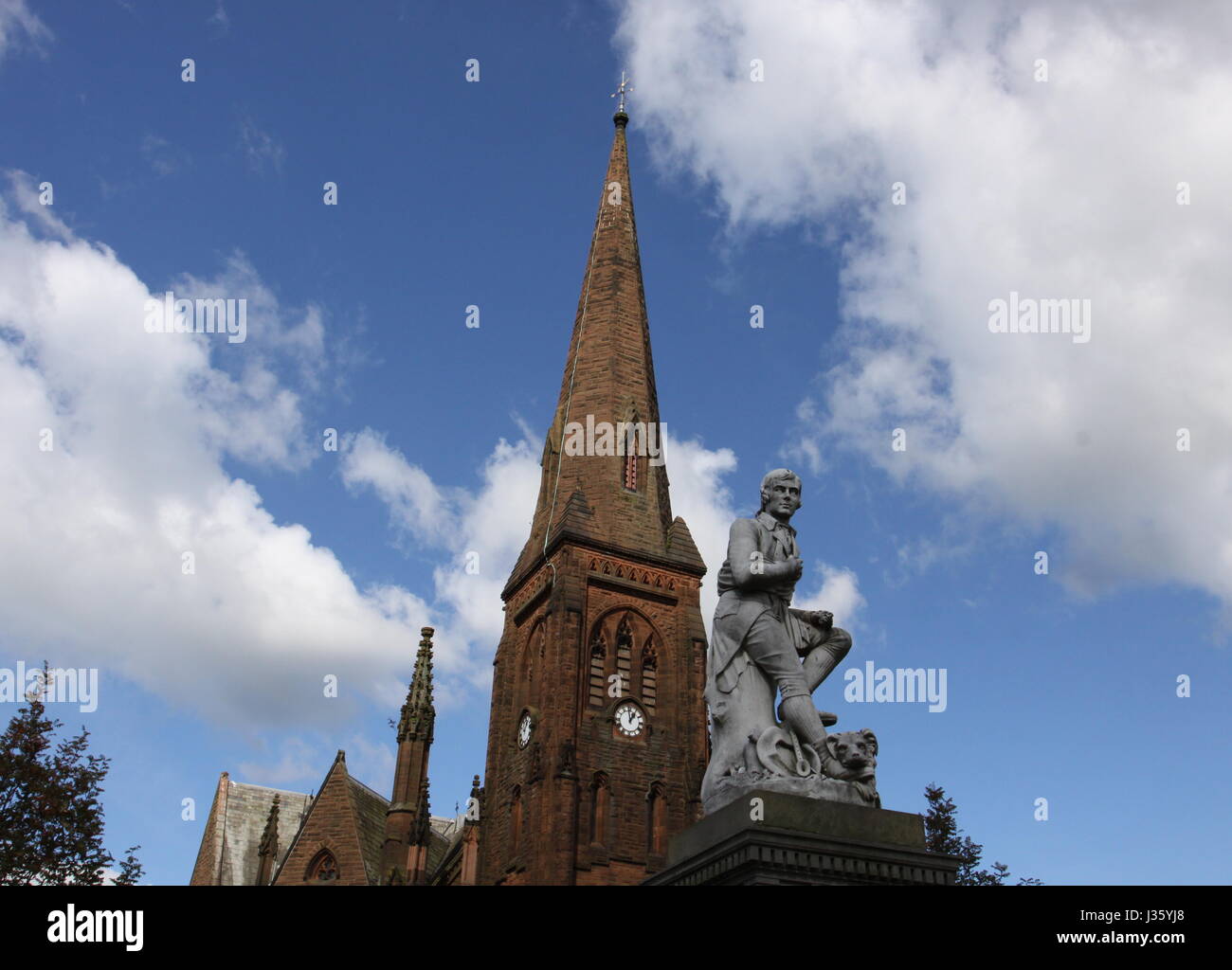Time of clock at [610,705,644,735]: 12:58
